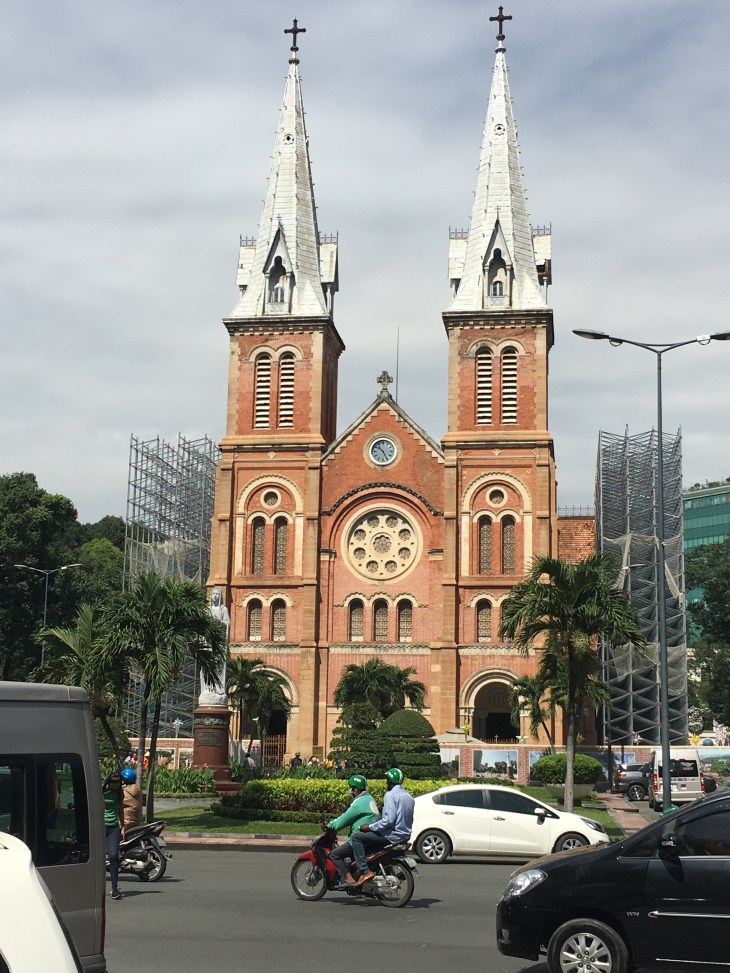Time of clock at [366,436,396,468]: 10:25
